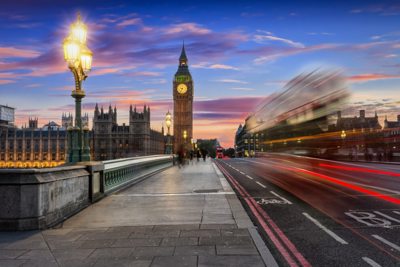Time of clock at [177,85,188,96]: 9:34
